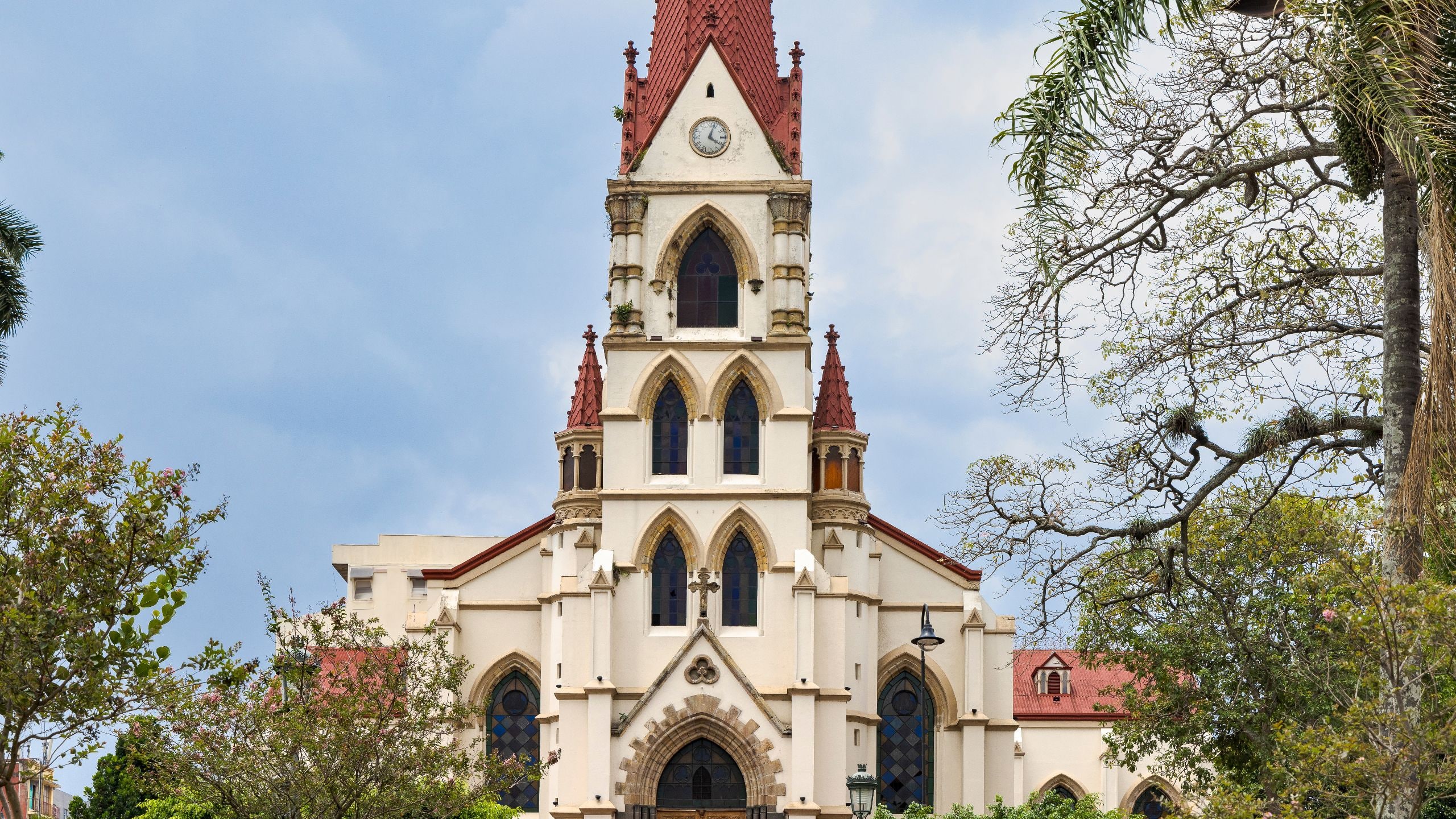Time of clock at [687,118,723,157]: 4:03
